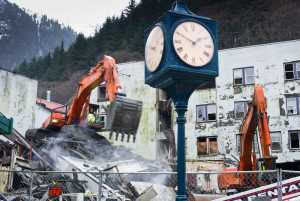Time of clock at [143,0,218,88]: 1:49
